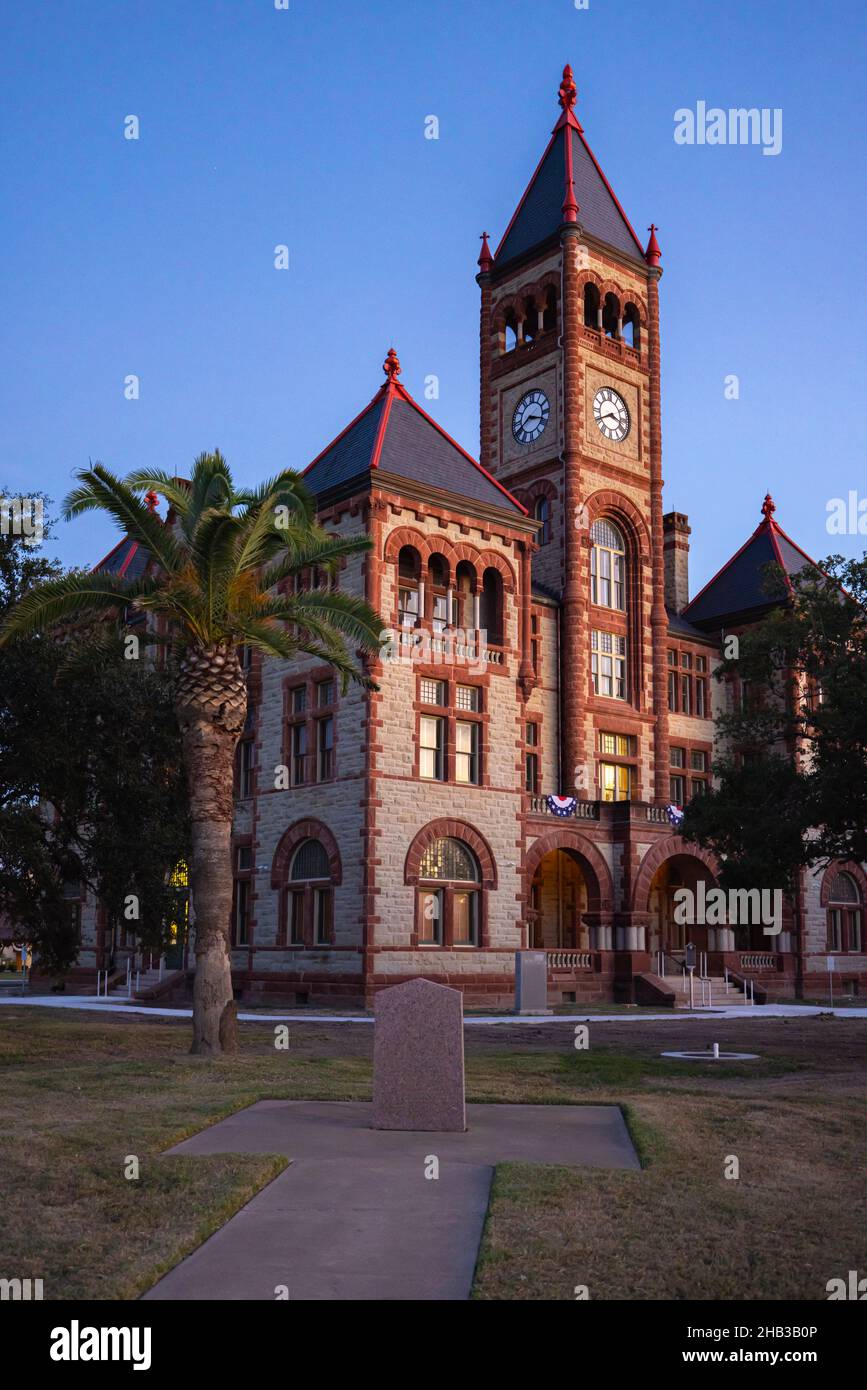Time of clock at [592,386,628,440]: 3:40
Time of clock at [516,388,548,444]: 3:40
